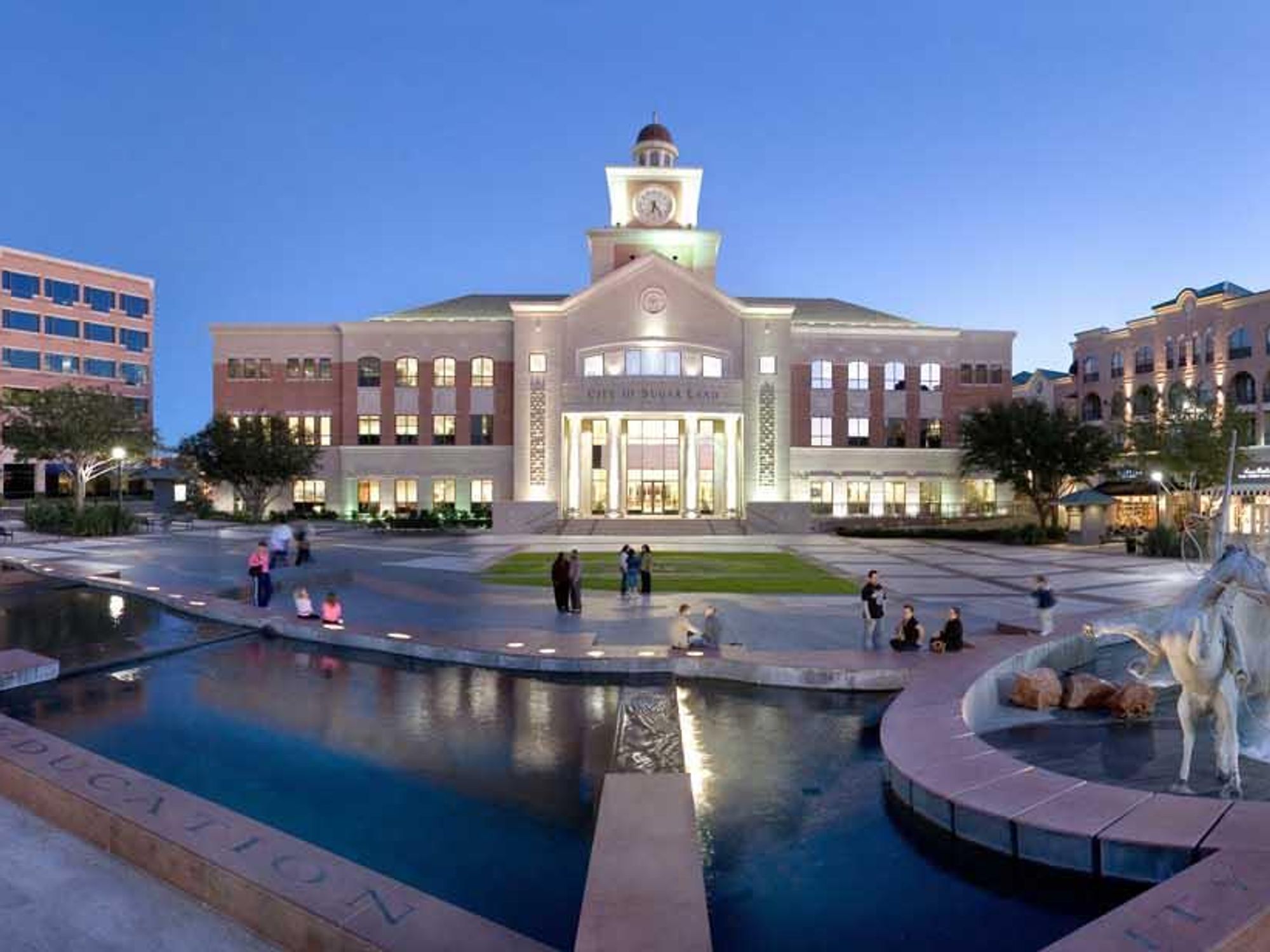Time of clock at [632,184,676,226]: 6:23
